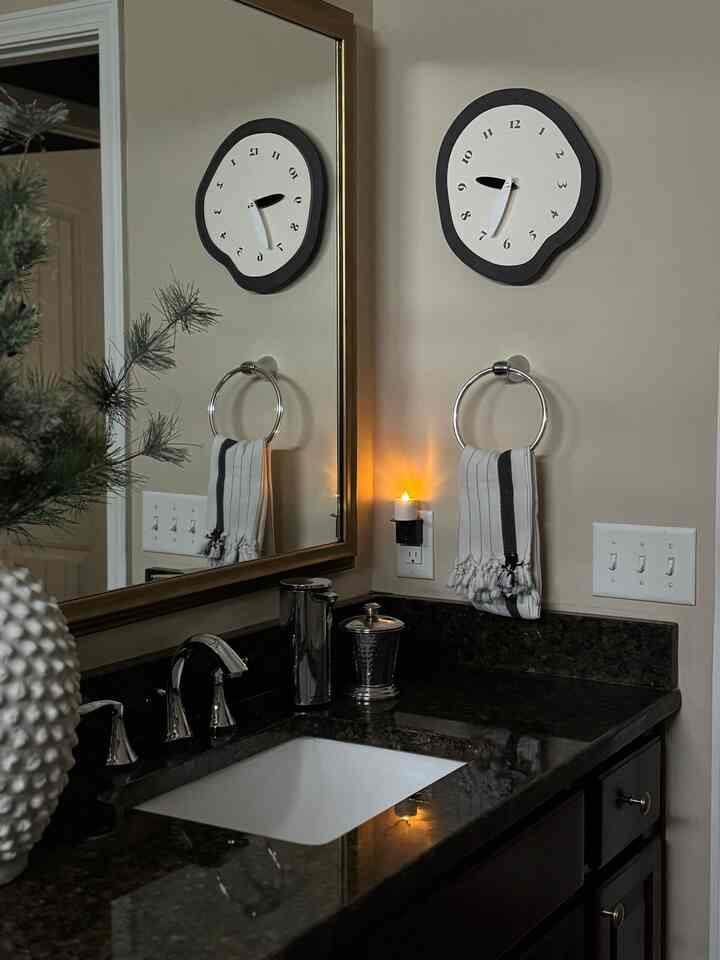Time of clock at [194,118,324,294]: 2:27
